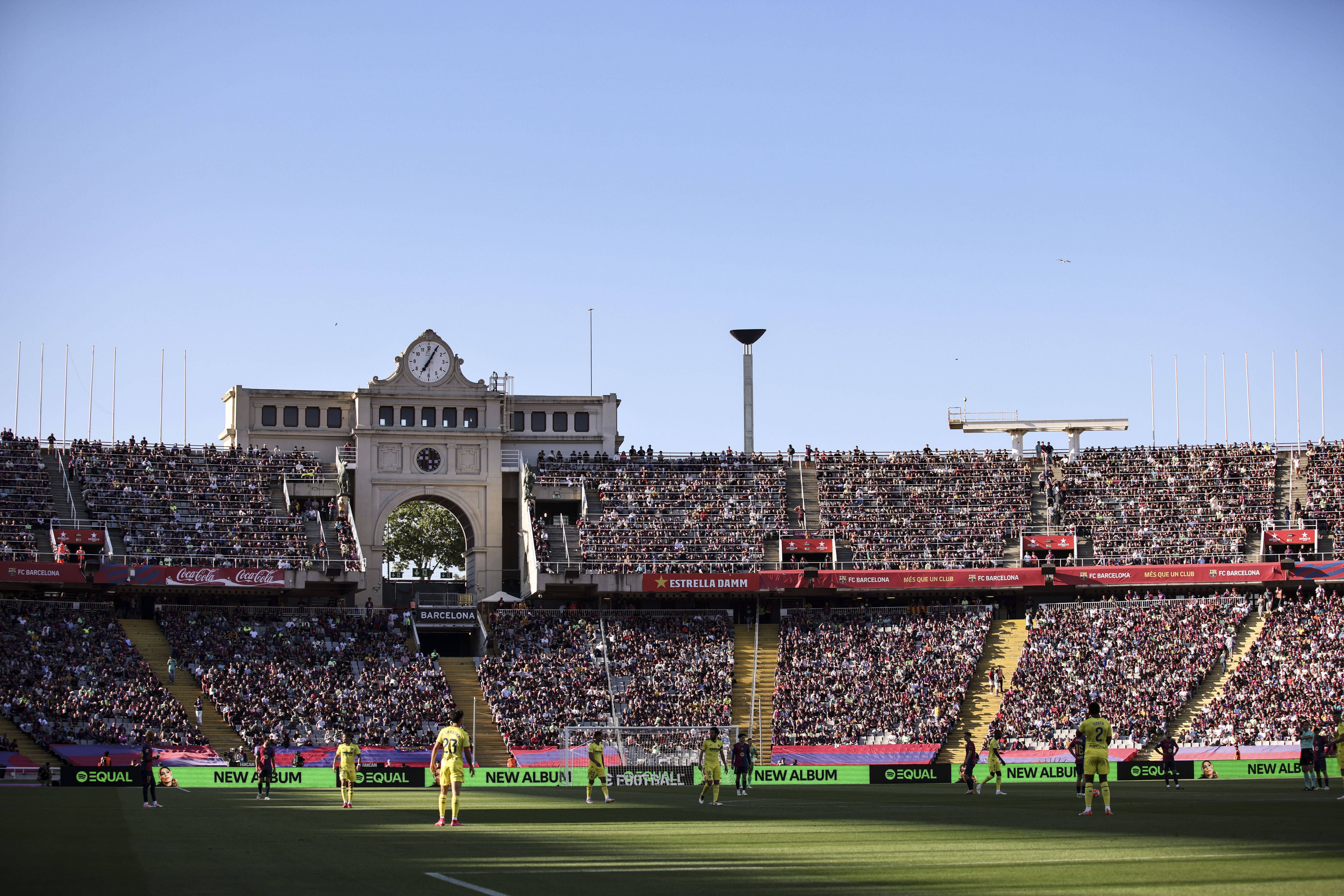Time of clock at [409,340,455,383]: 7:04
